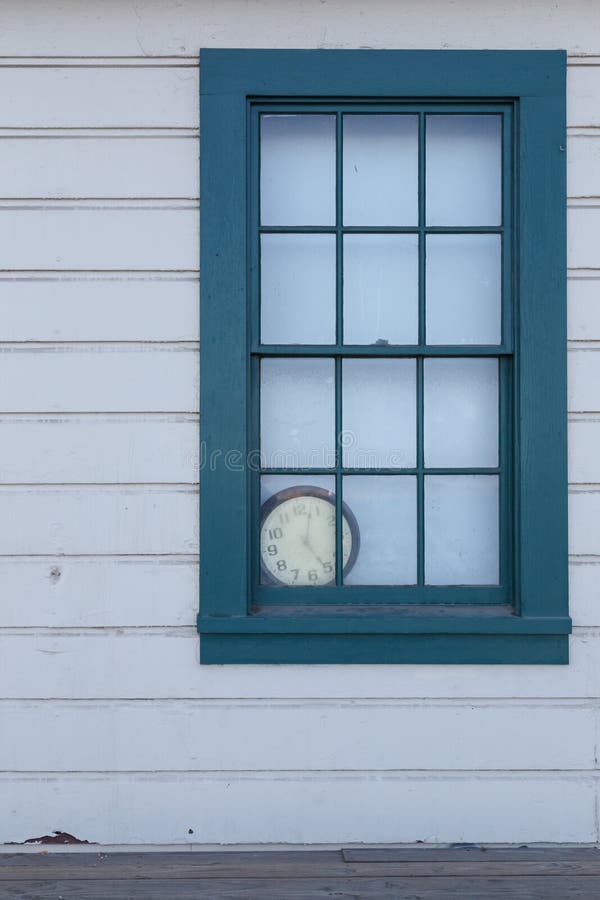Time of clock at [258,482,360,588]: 5:03
